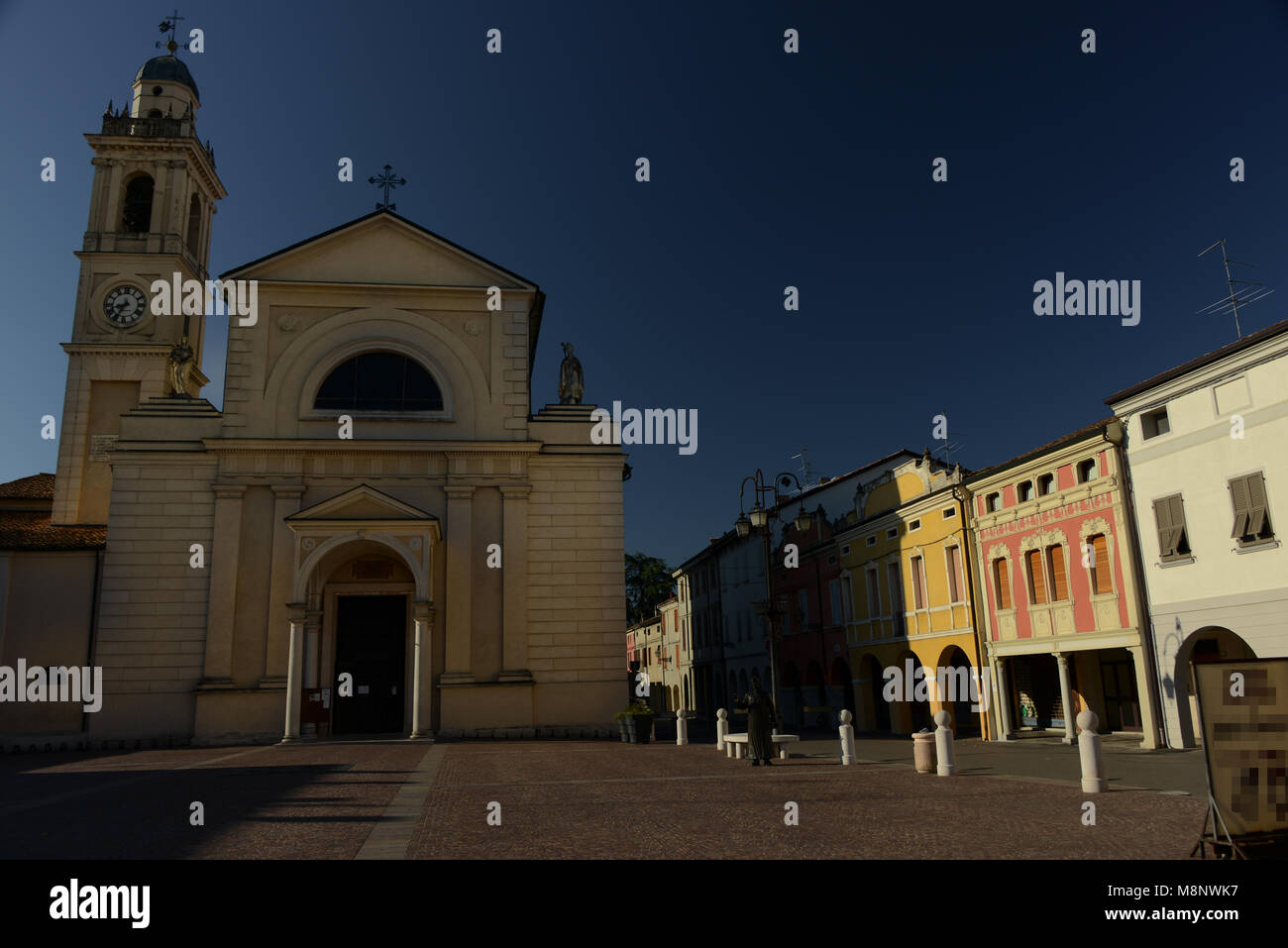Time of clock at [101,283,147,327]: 8:35
